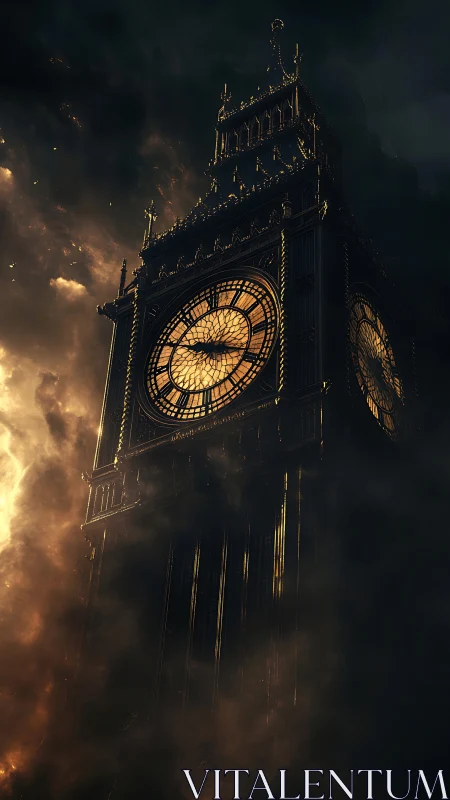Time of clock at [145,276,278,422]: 3:49
